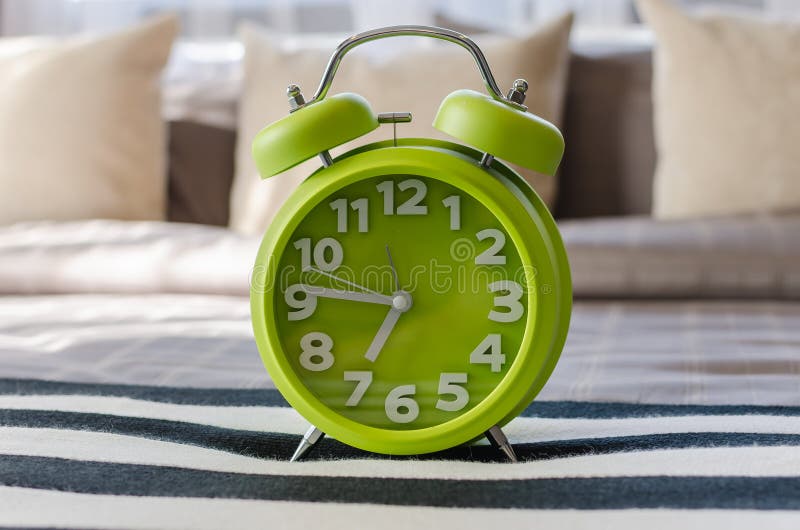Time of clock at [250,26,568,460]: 6:46
